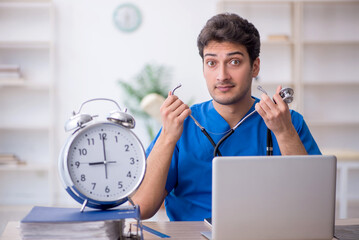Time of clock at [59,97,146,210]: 9:00
